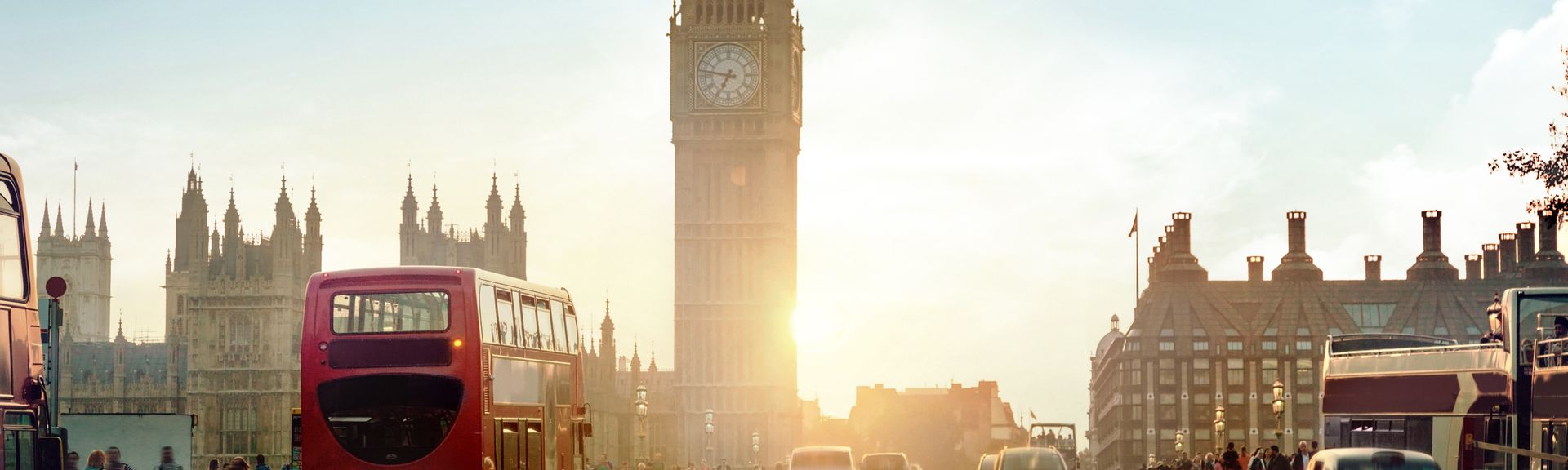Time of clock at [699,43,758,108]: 6:47
